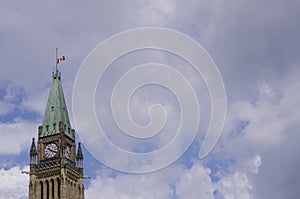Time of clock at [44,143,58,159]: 10:18
